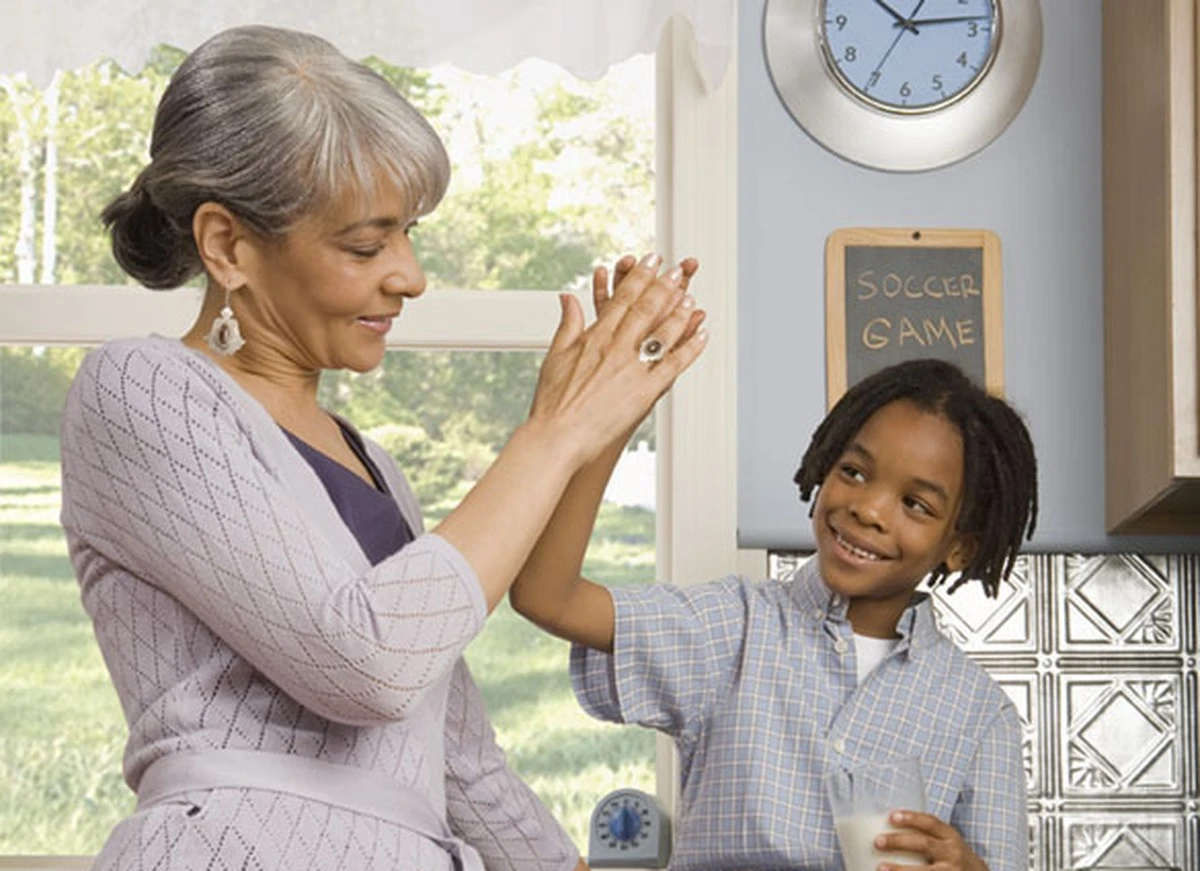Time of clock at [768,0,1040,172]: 10:13
